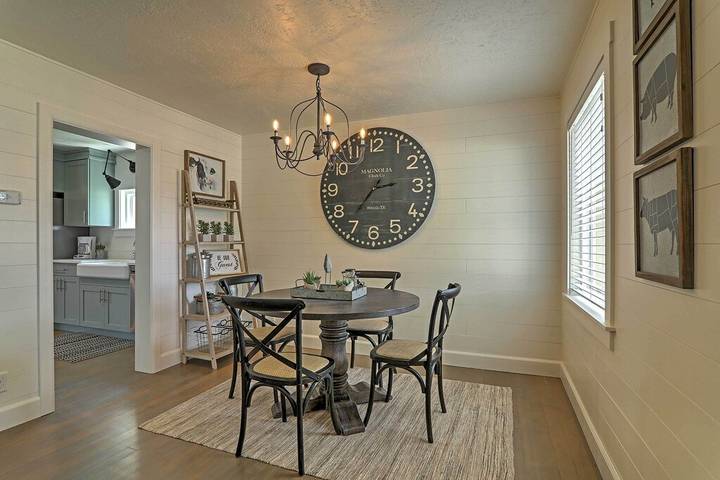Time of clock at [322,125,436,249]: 2:36
